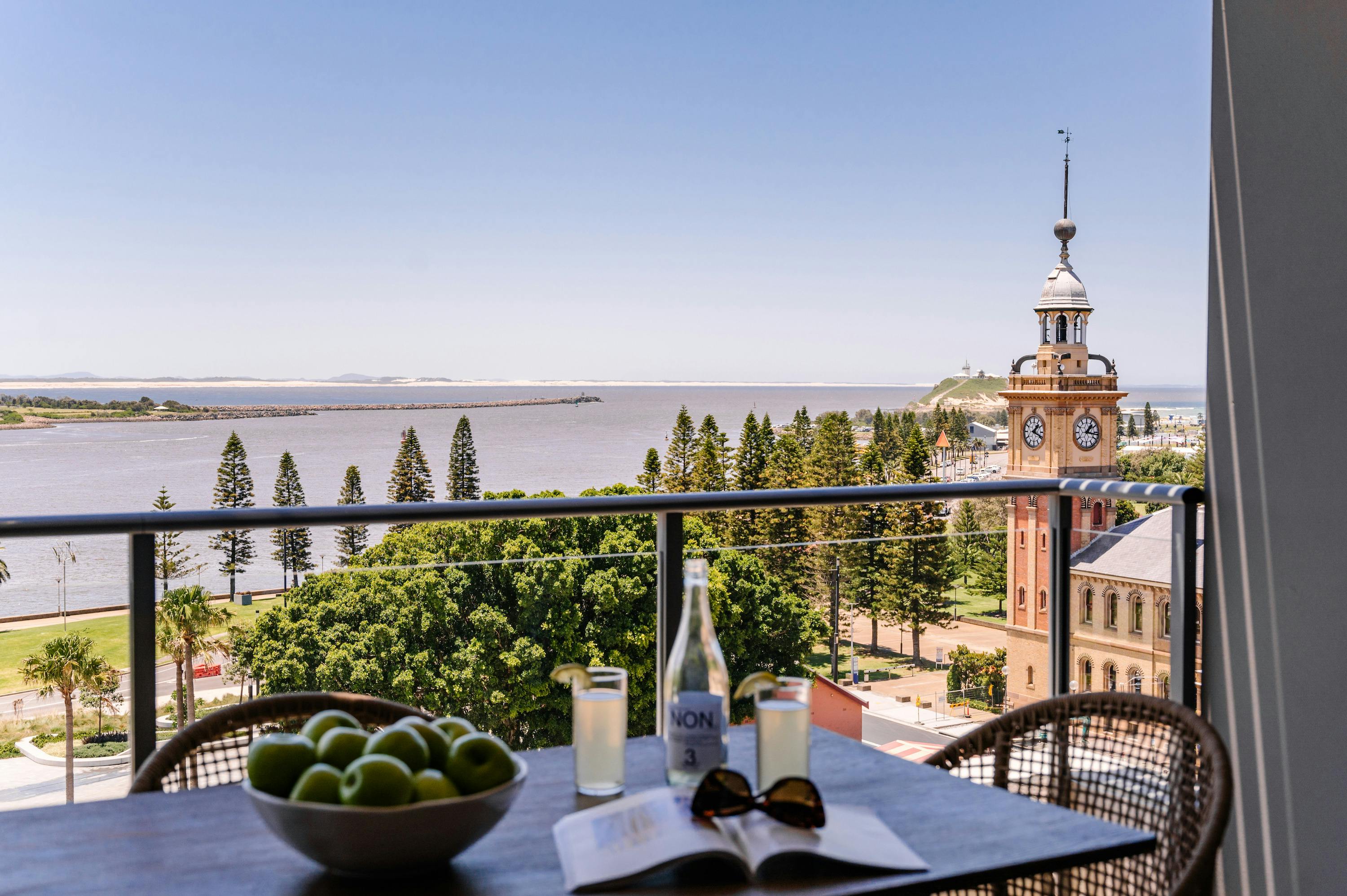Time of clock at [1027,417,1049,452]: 1:18
